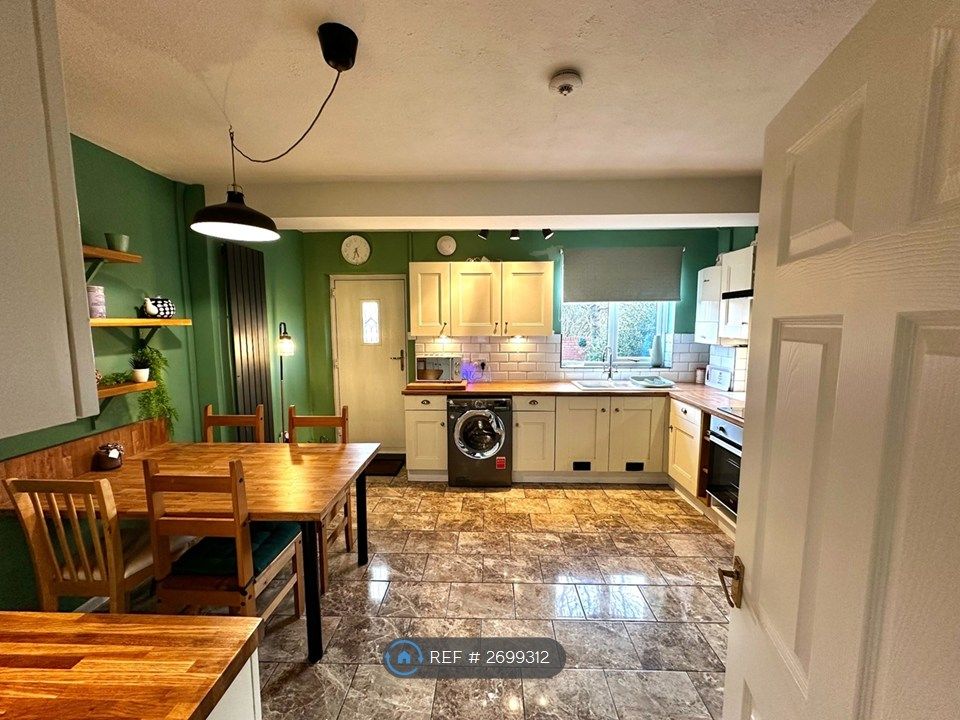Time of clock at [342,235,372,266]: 5:33
